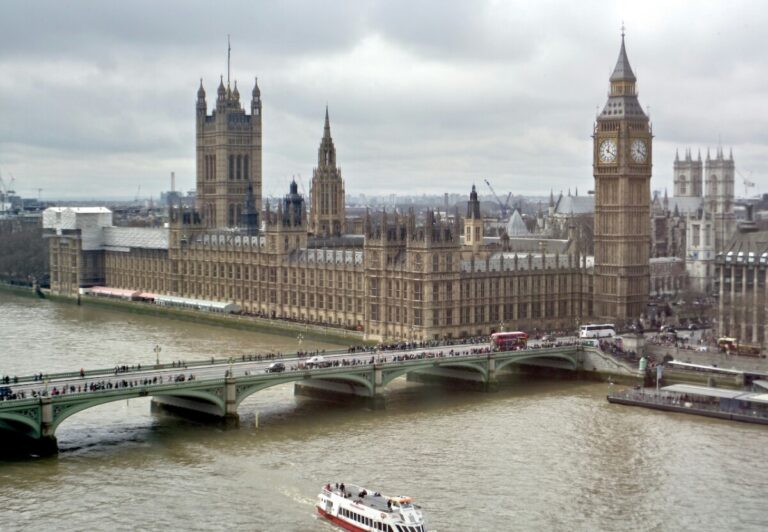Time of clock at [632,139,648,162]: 12:19
